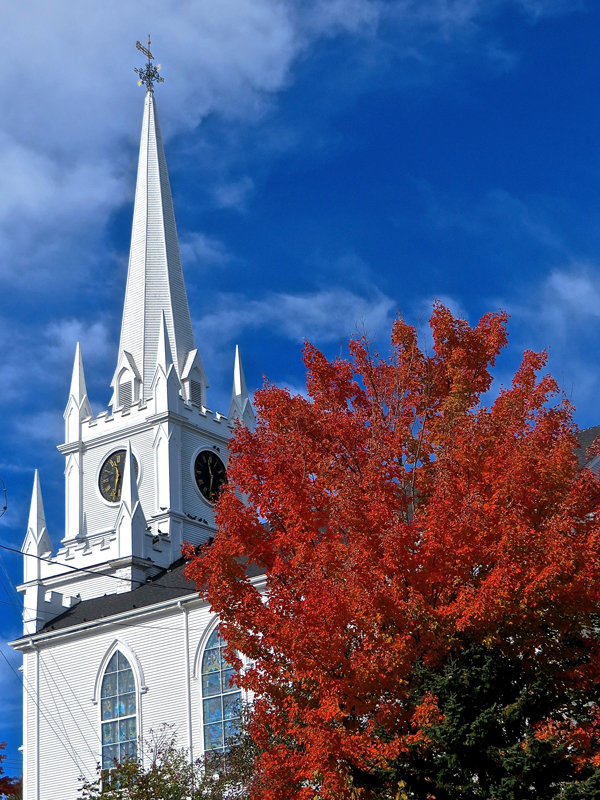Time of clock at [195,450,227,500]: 11:32
